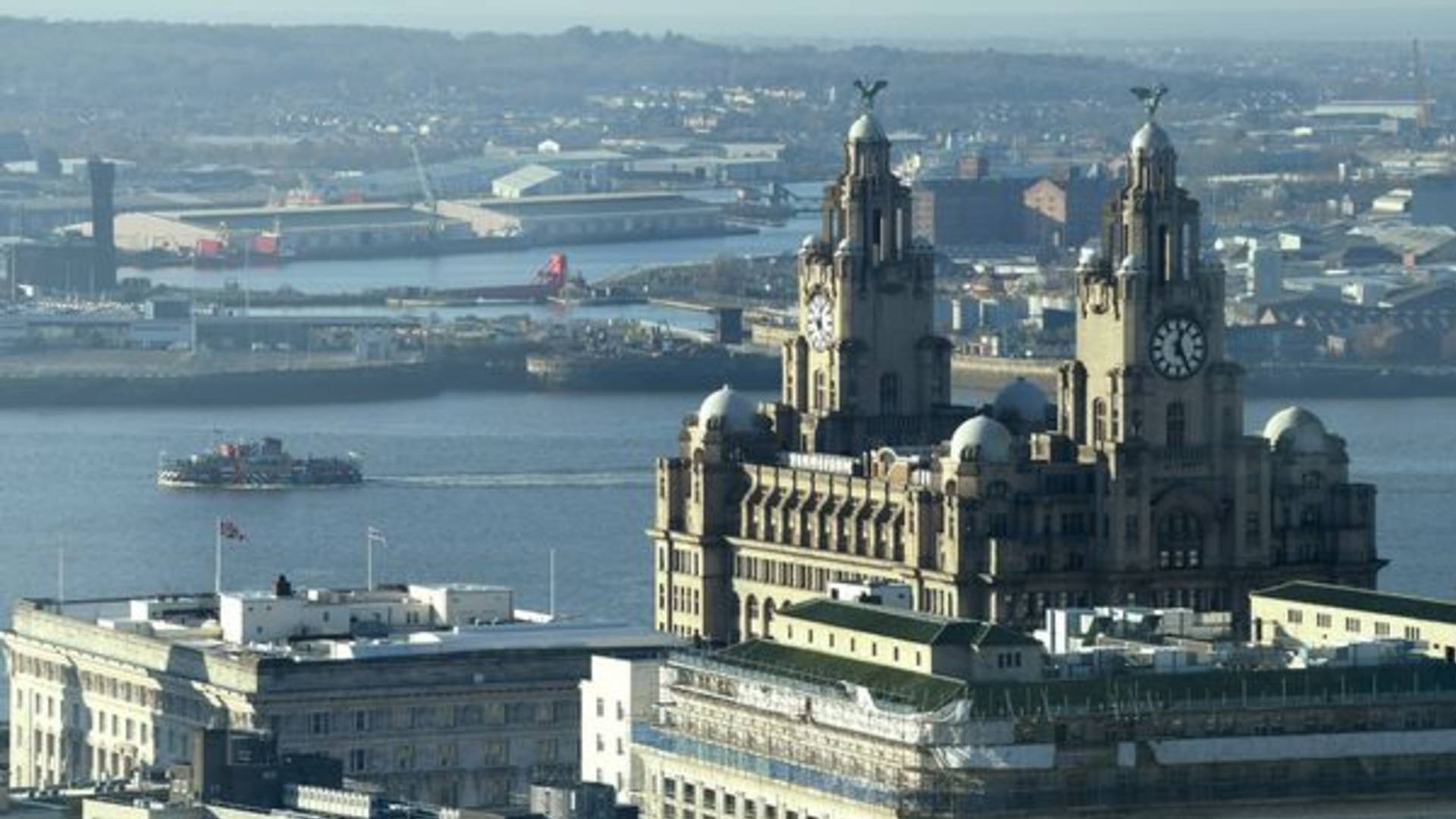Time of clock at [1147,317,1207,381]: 12:24
